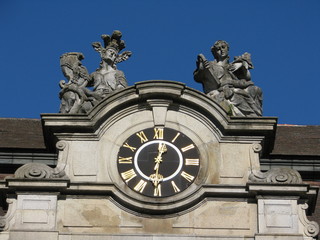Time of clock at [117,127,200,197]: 12:30
